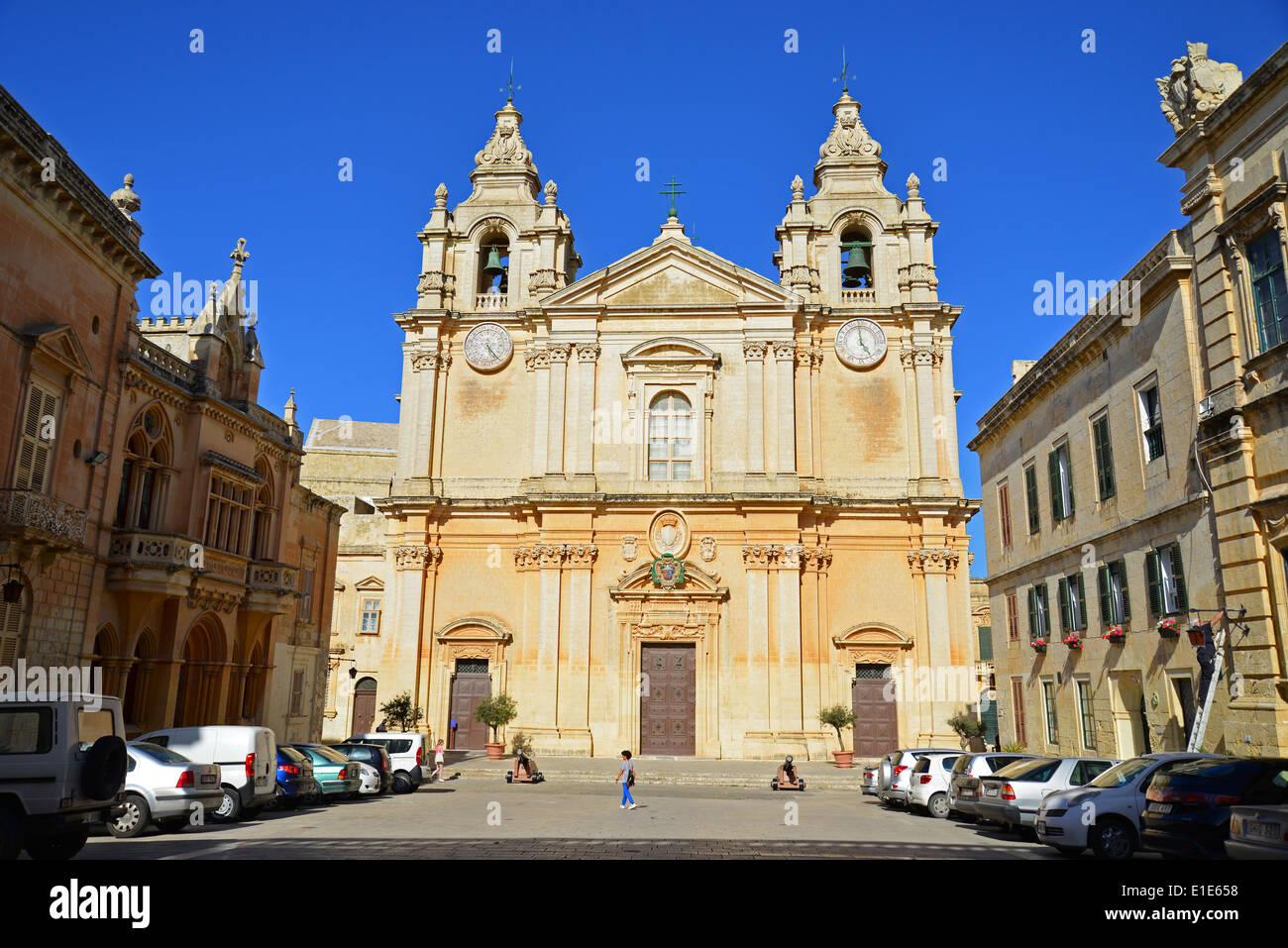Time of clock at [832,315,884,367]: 4:59
